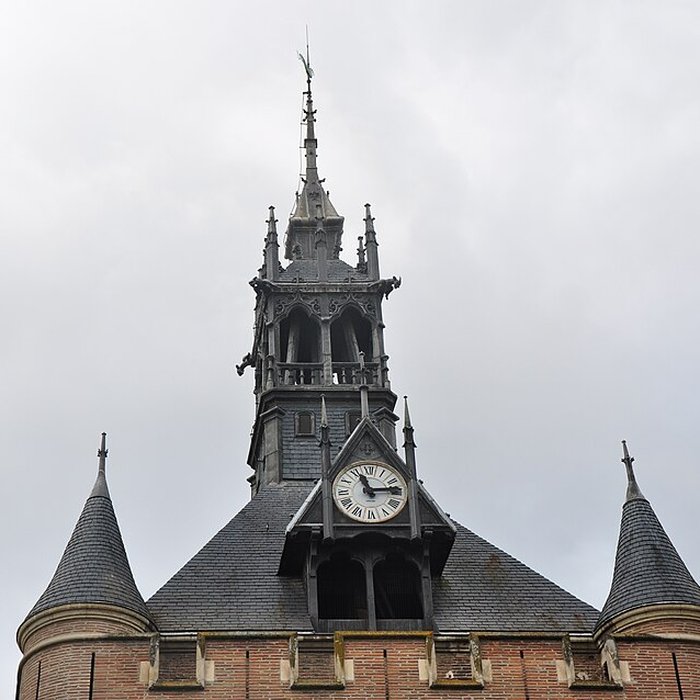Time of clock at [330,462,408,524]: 11:13
